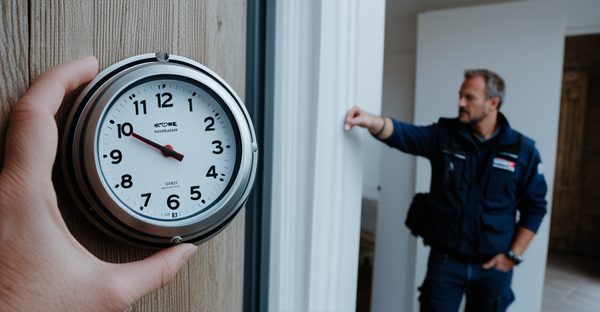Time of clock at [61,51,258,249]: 9:49
